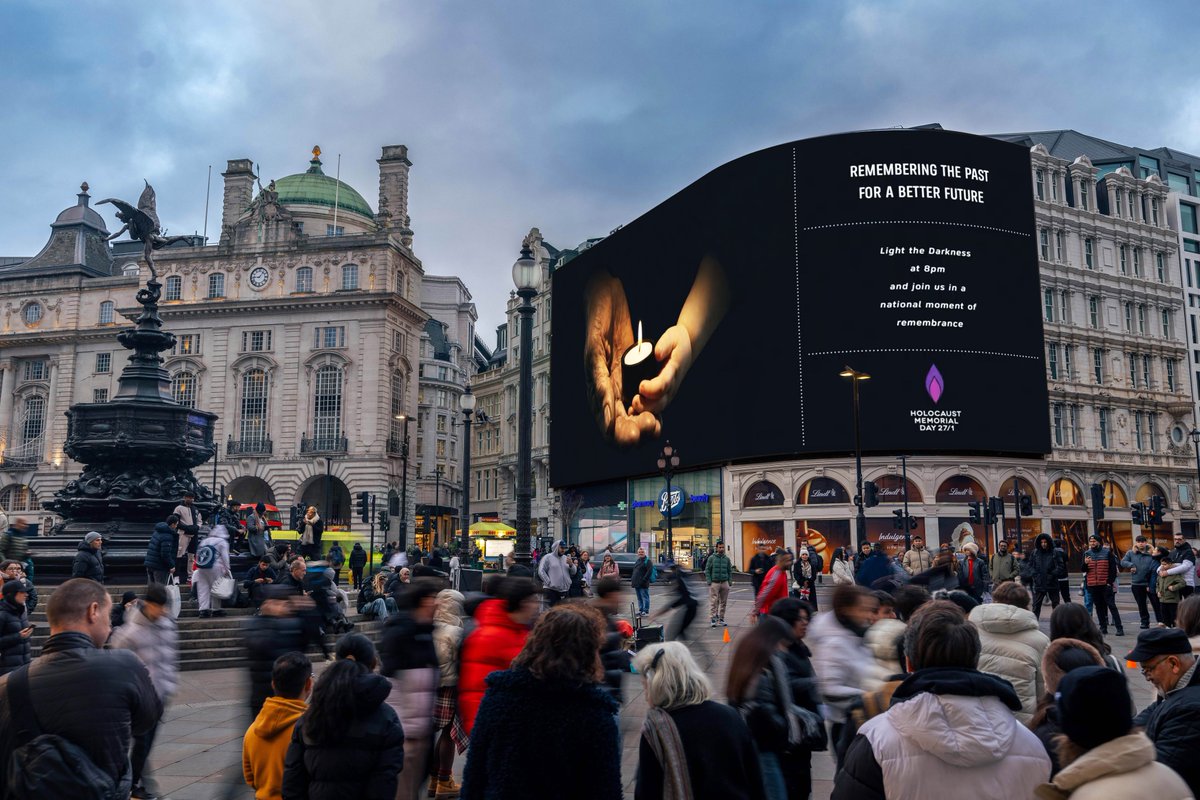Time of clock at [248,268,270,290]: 9:07
